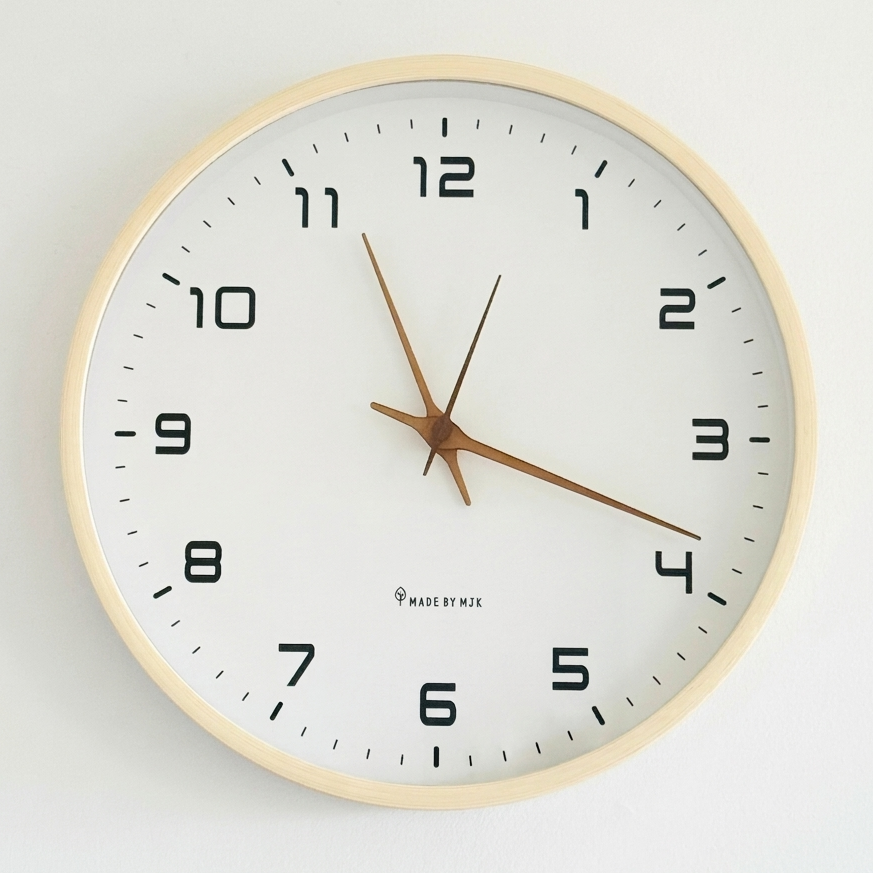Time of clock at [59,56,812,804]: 11:18
